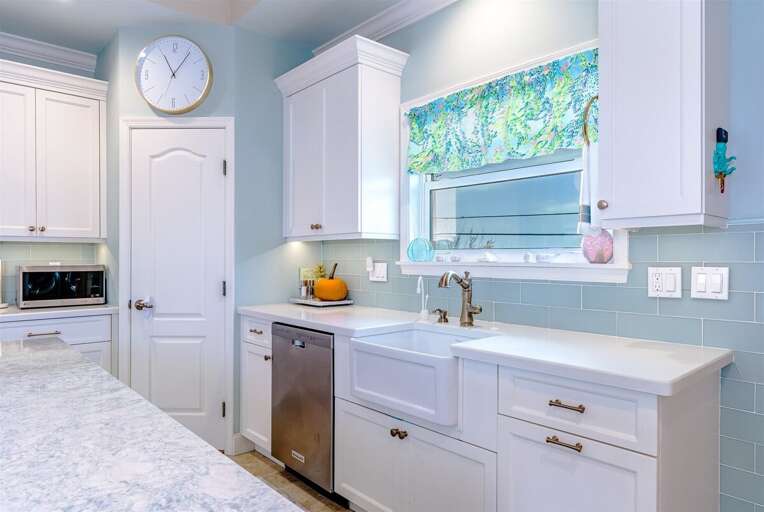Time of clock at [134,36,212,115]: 11:06
